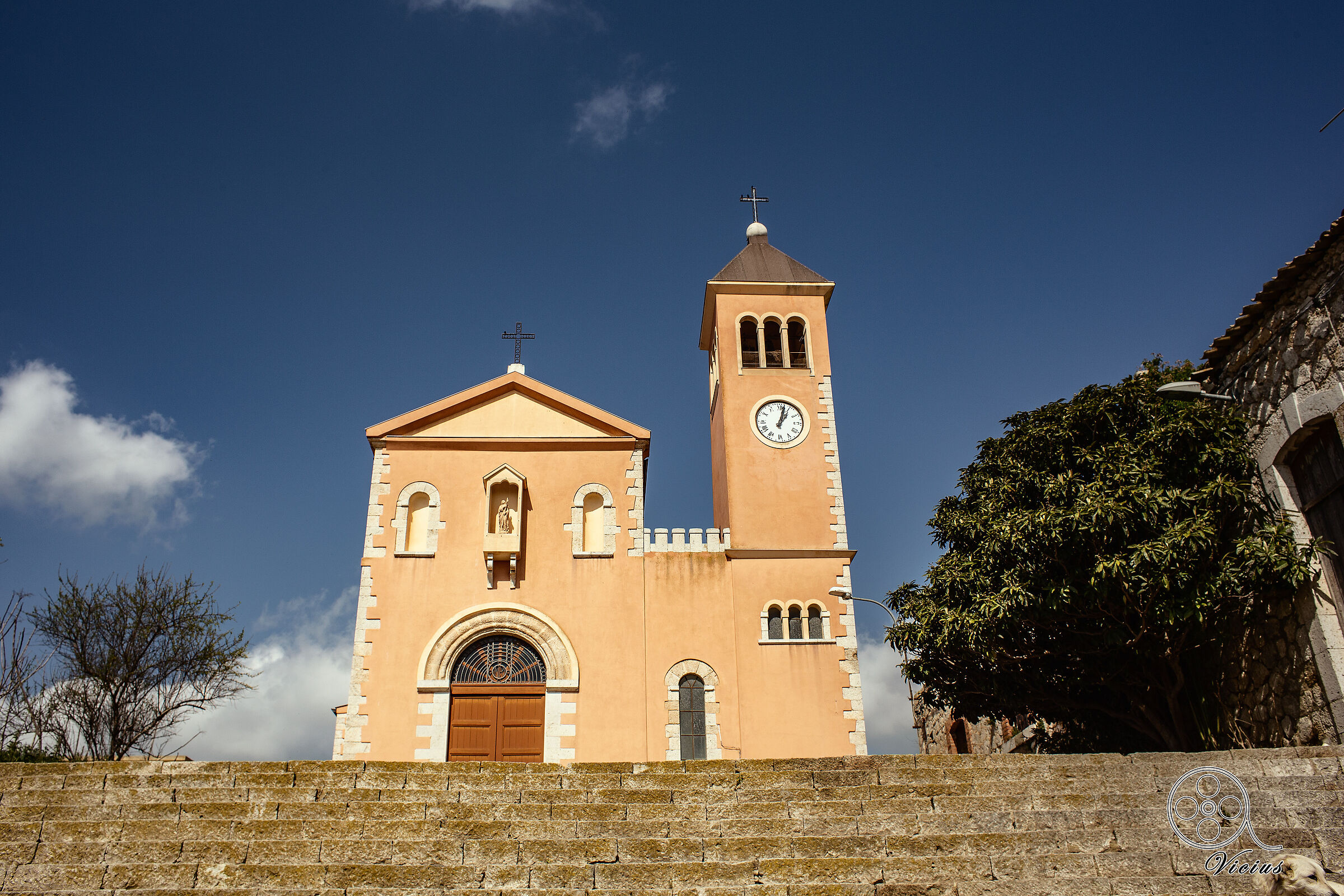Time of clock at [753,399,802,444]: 1:02
